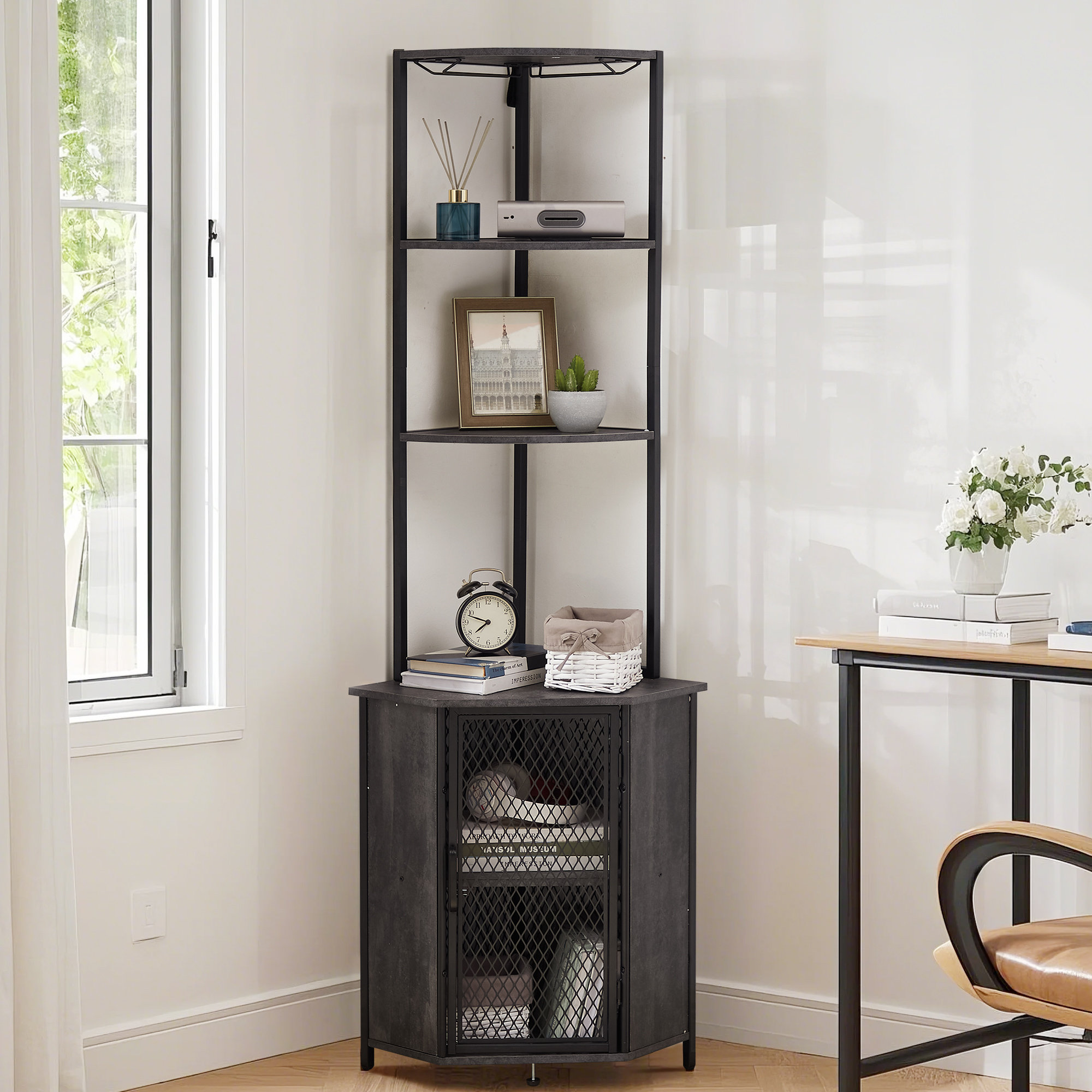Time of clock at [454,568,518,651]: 7:48
